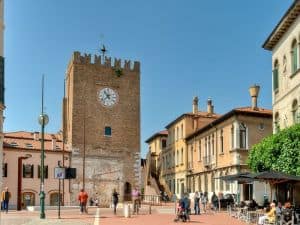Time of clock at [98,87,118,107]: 10:37
